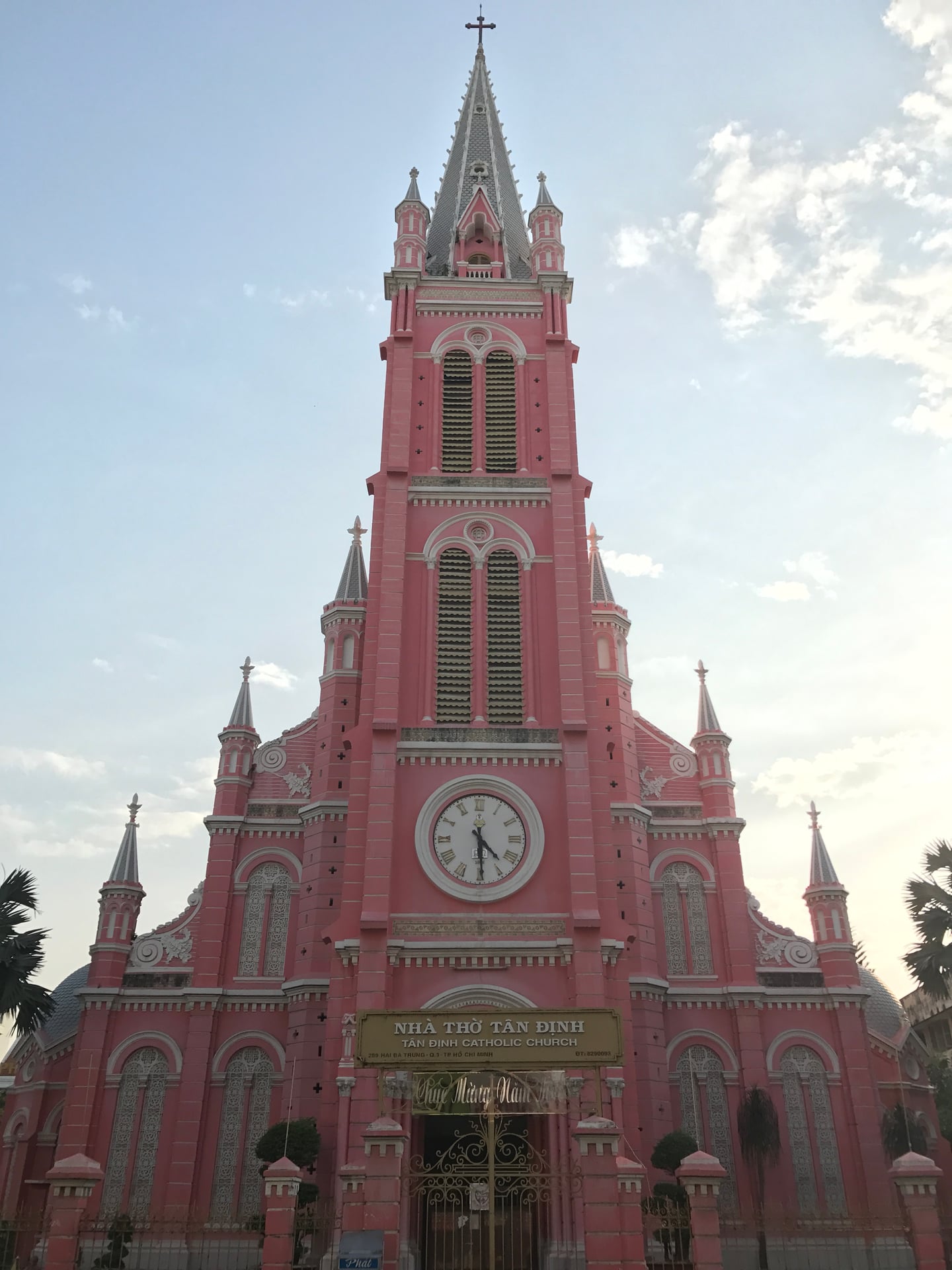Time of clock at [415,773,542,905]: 4:29
